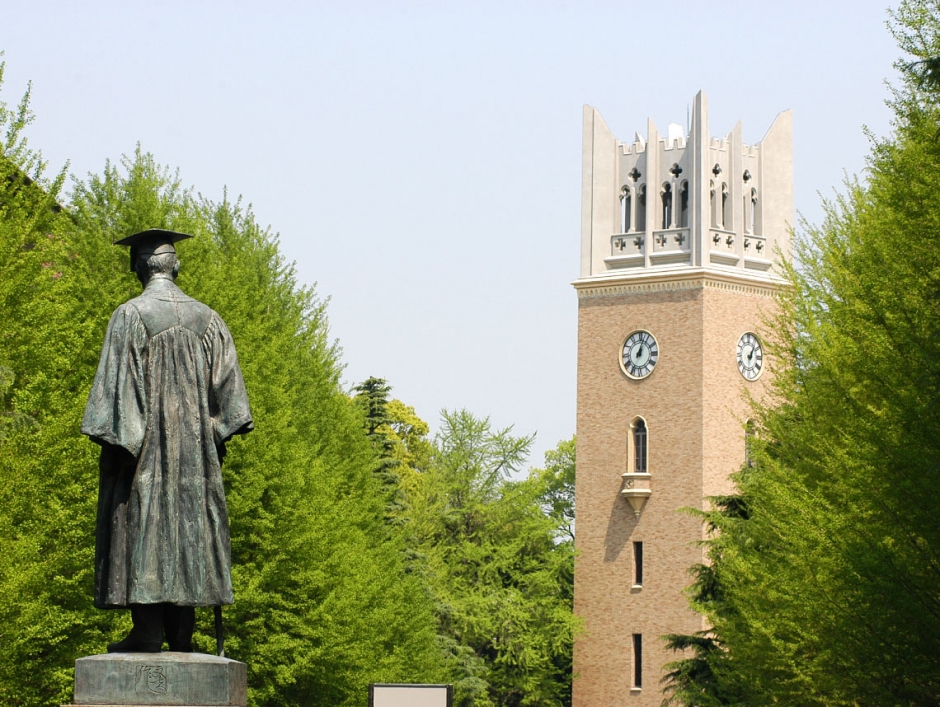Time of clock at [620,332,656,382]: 1:02
